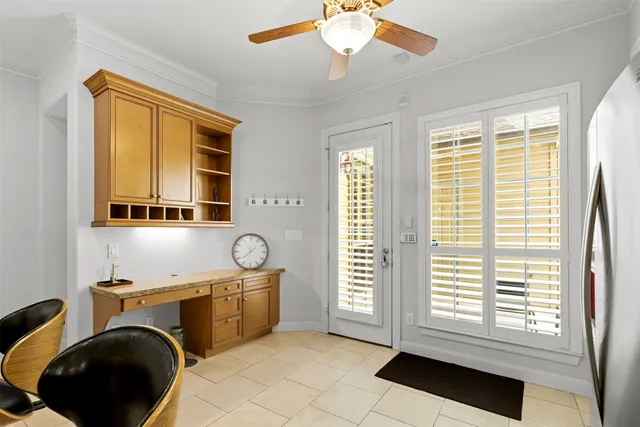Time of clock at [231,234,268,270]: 1:37
